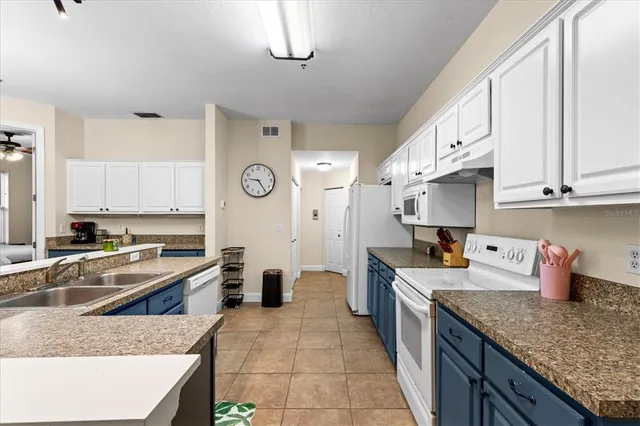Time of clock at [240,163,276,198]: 9:24
